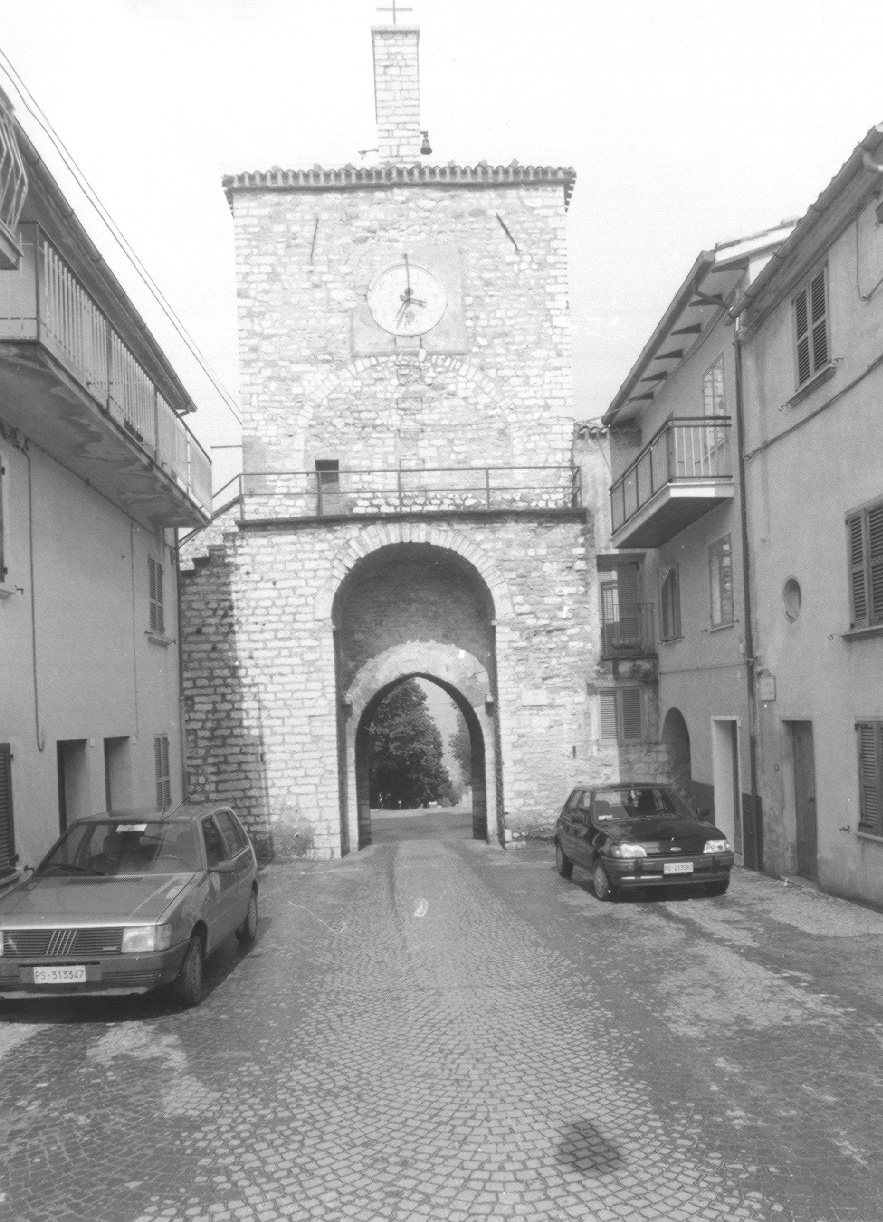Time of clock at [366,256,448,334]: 3:34
